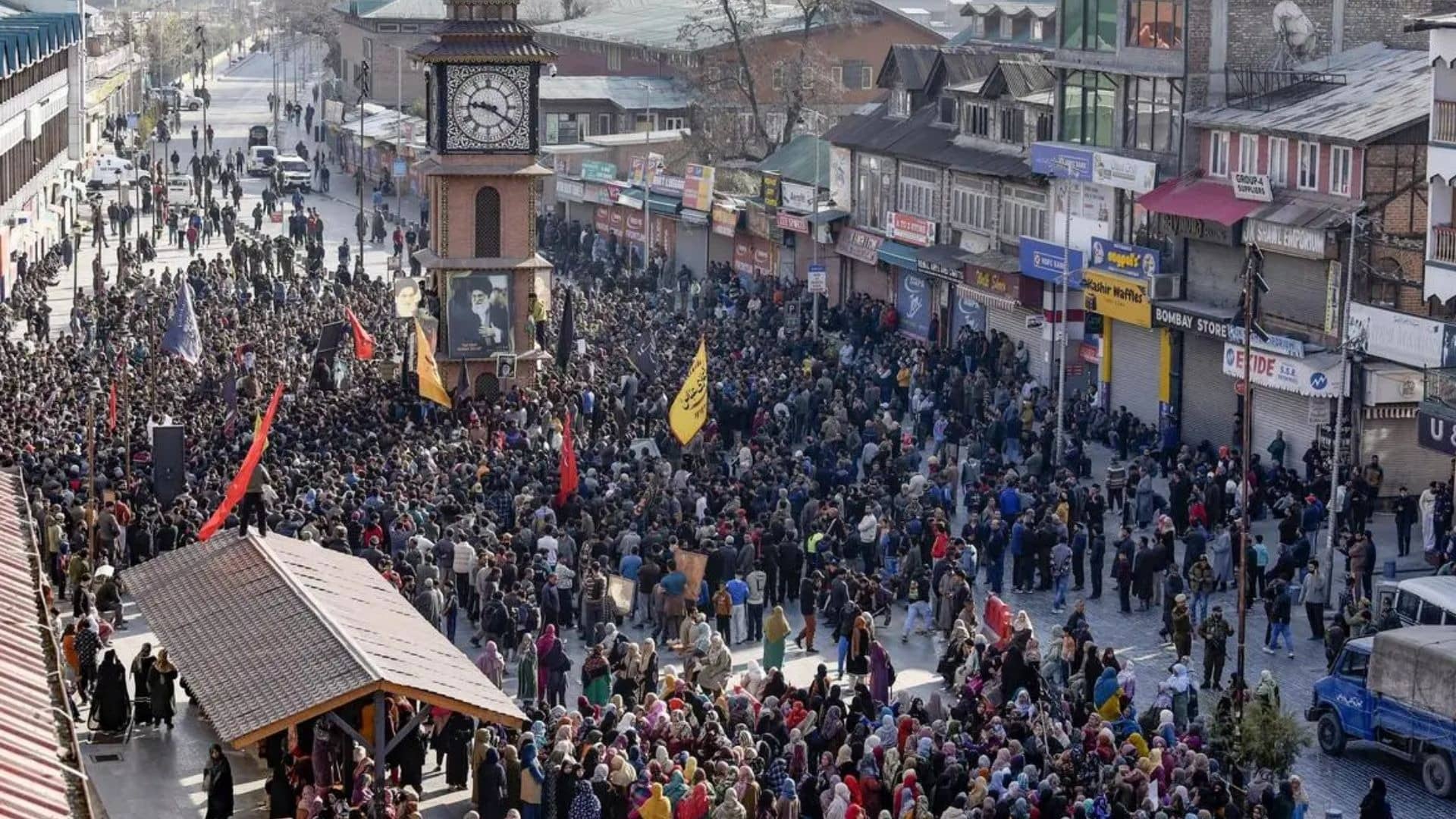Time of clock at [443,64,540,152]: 9:20
